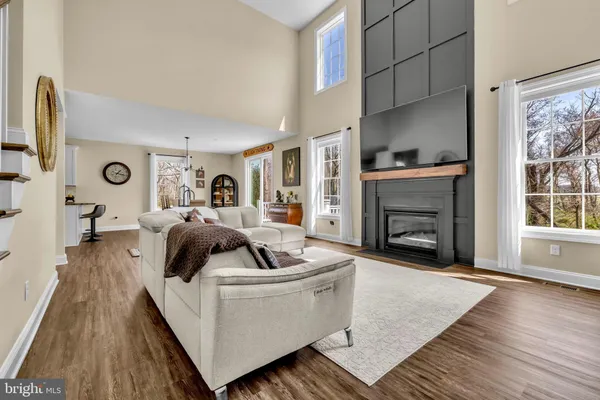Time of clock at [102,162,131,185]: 1:16
